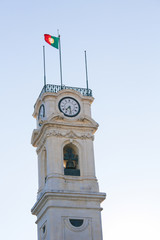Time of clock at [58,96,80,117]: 7:28
